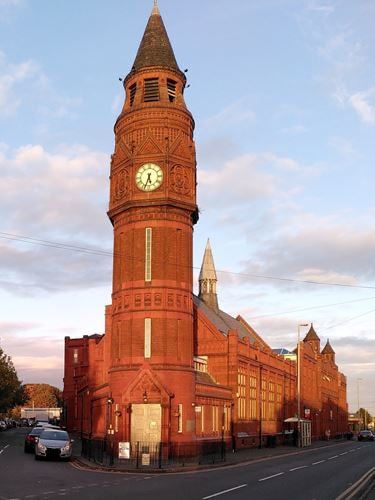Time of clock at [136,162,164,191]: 5:33
